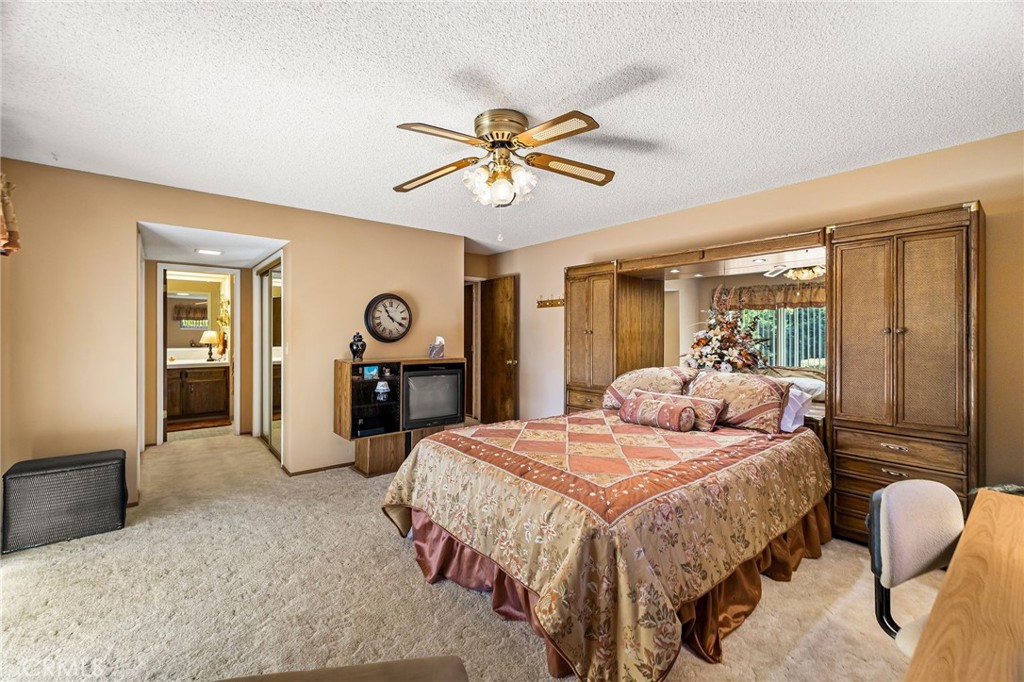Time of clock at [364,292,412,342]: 3:54
